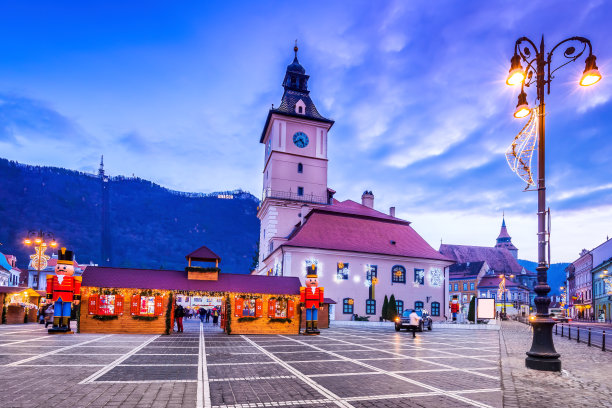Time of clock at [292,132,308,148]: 4:40
